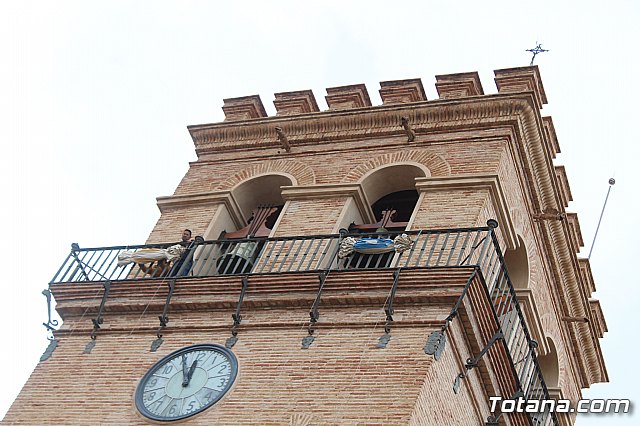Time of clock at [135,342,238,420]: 11:56
